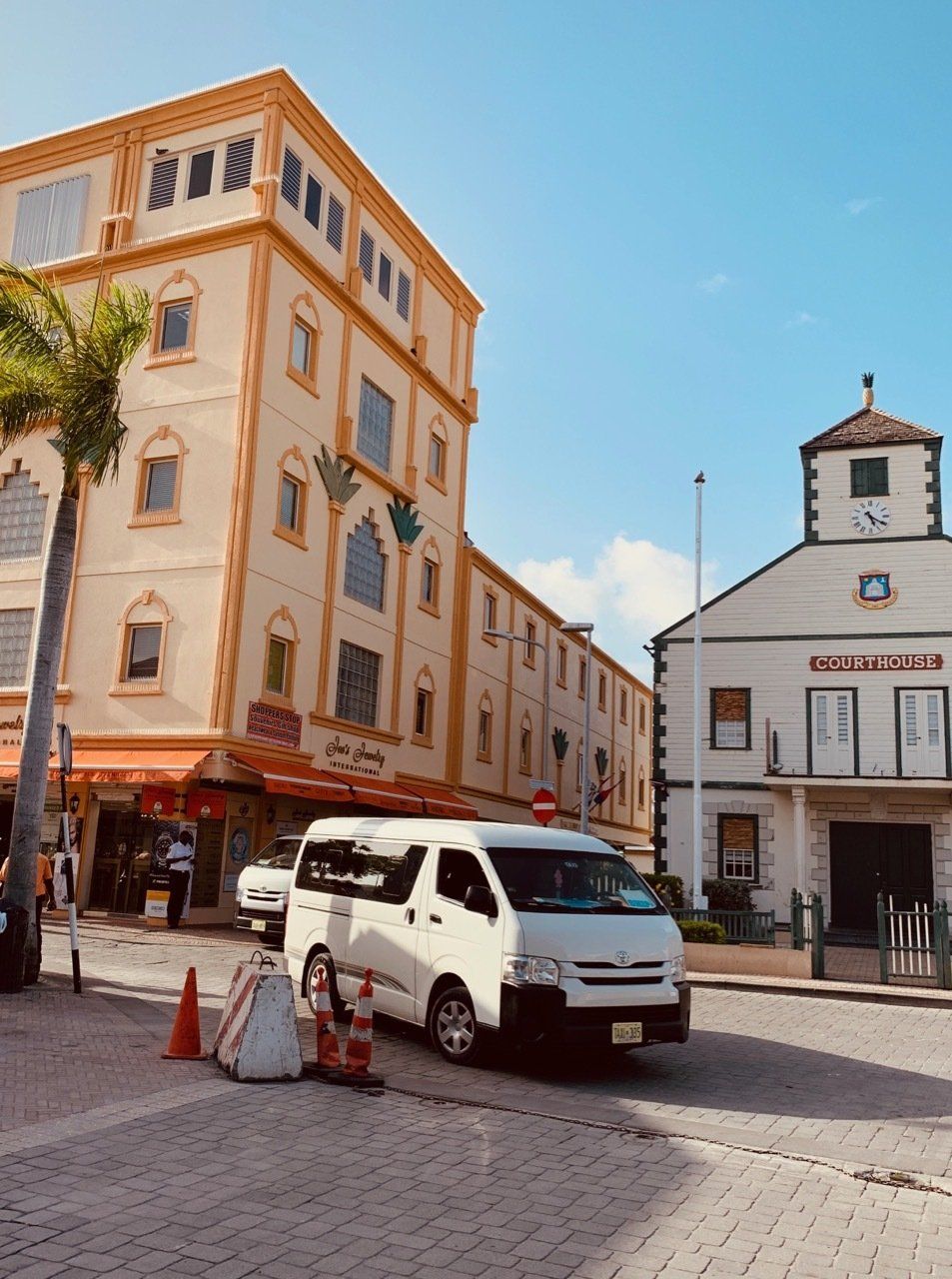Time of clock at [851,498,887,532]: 5:20
